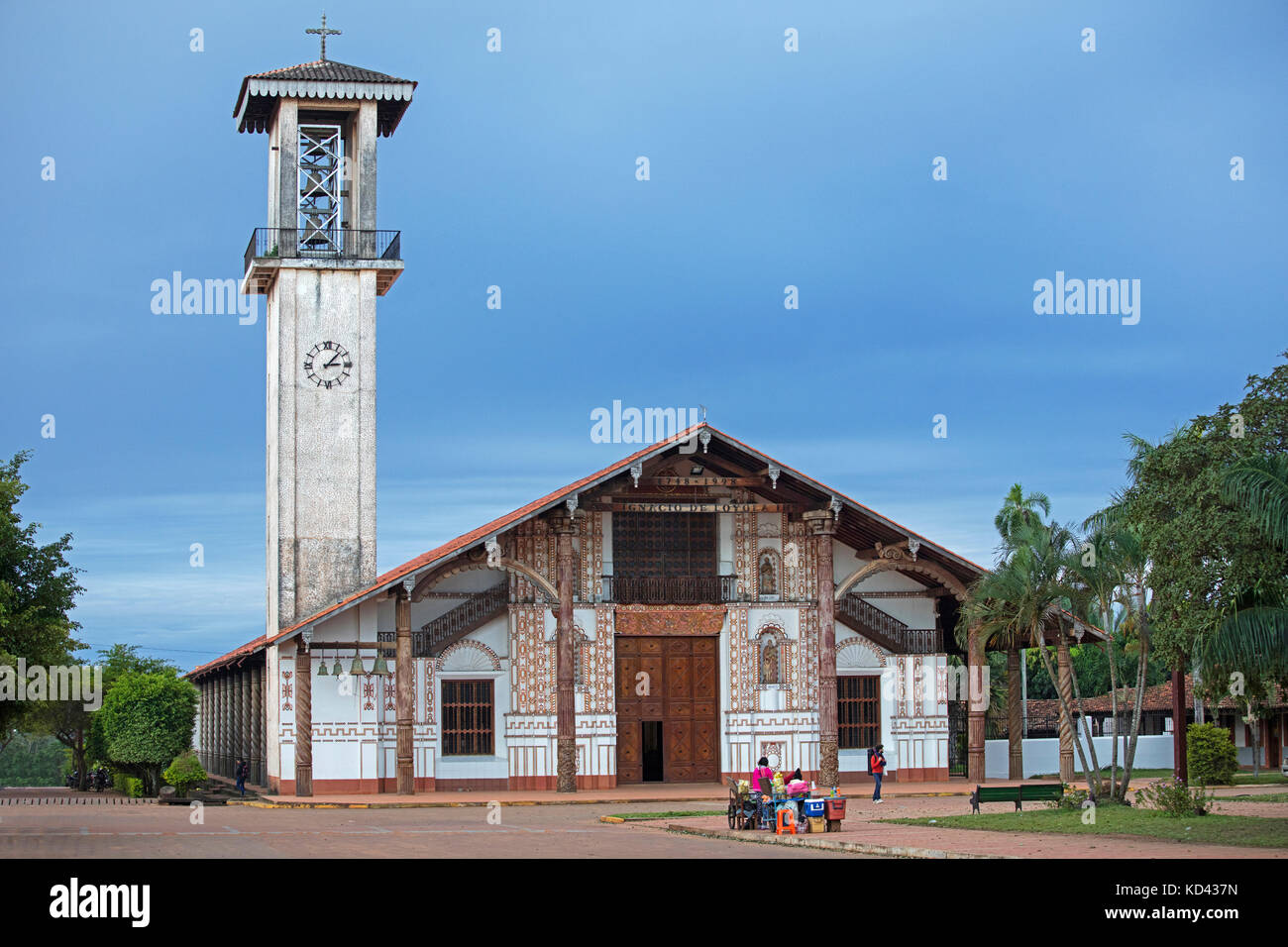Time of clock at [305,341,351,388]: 3:07
